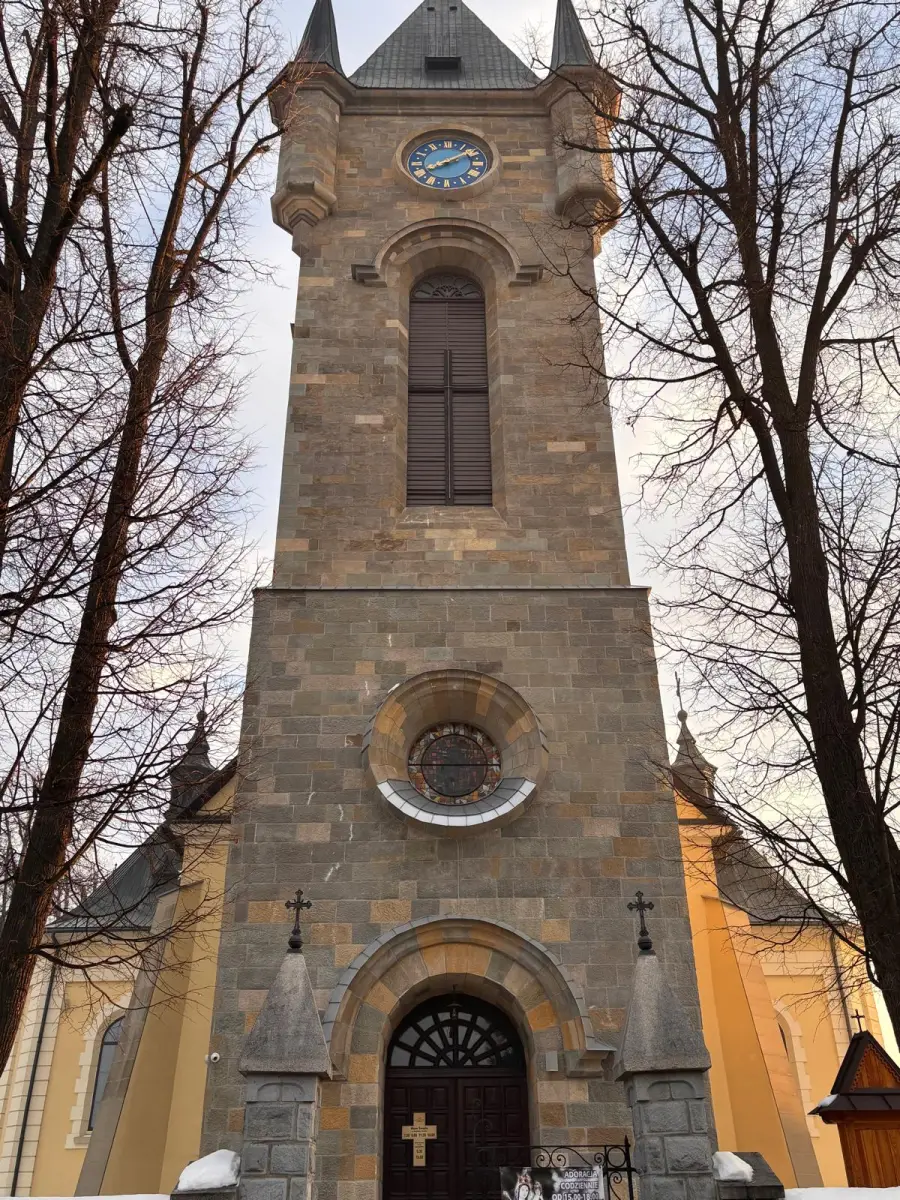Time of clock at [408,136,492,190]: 8:08
